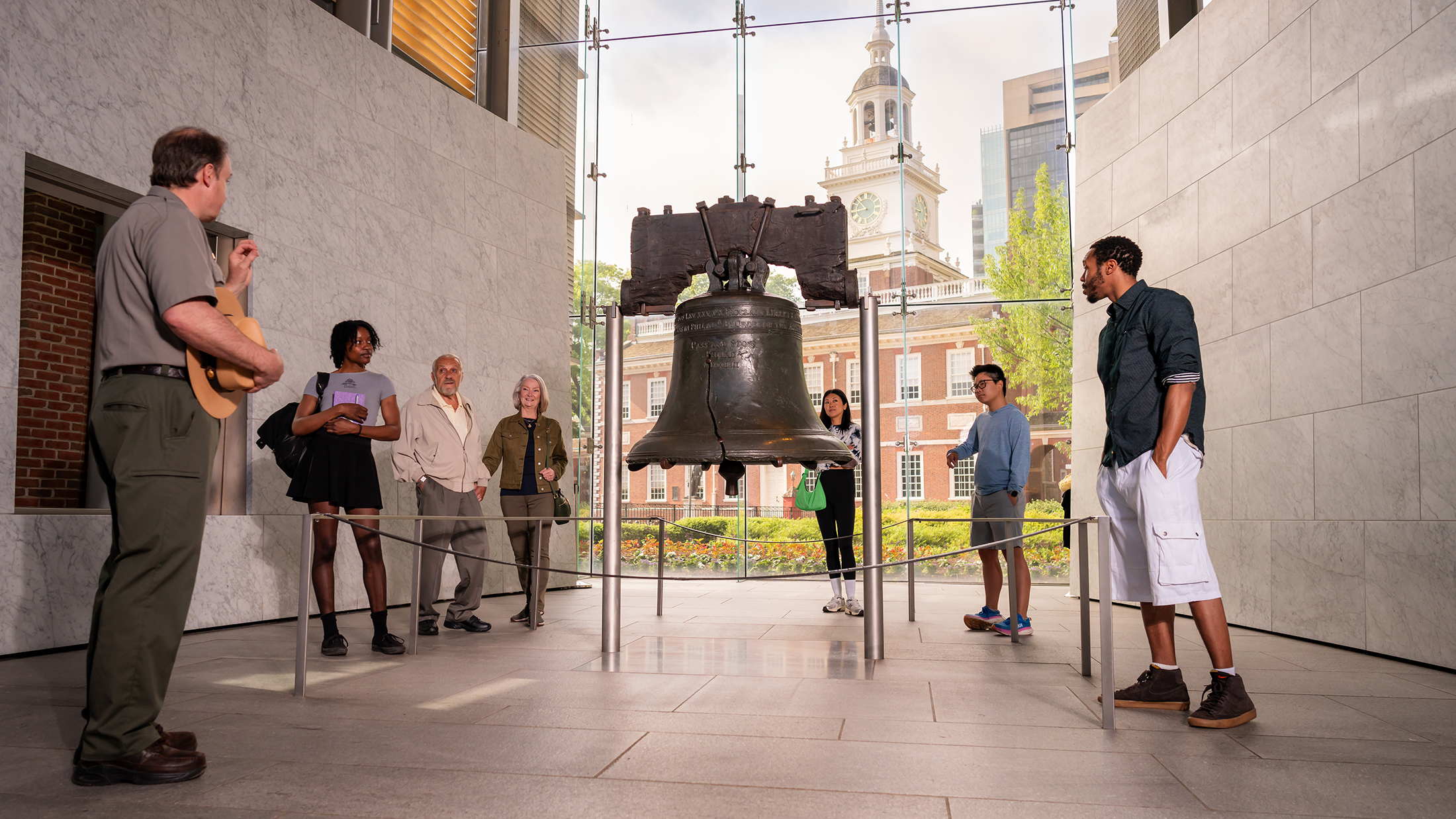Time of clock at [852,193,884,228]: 8:53
